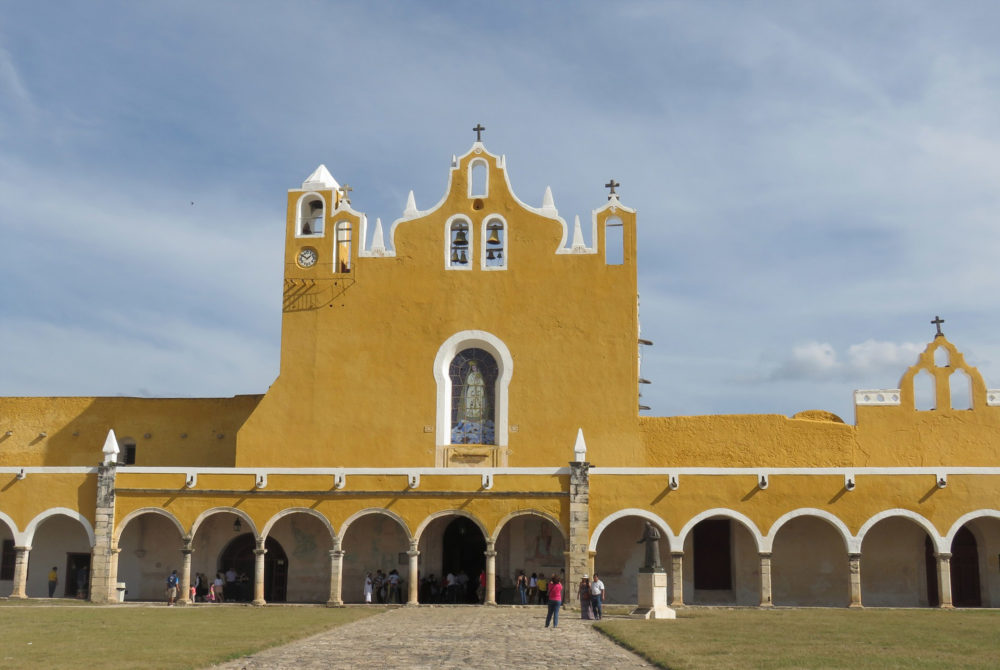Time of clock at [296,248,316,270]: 1:50
